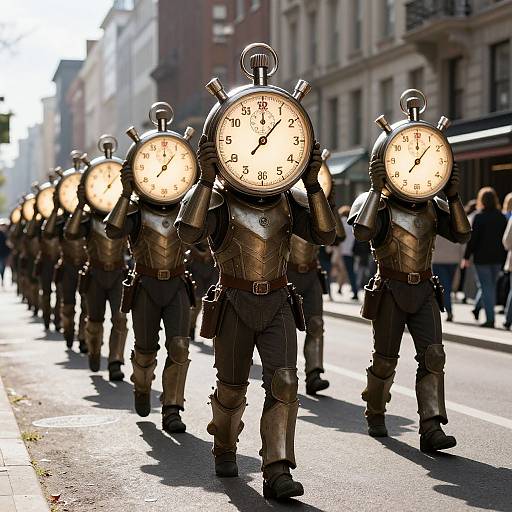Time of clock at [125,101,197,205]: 12:06
